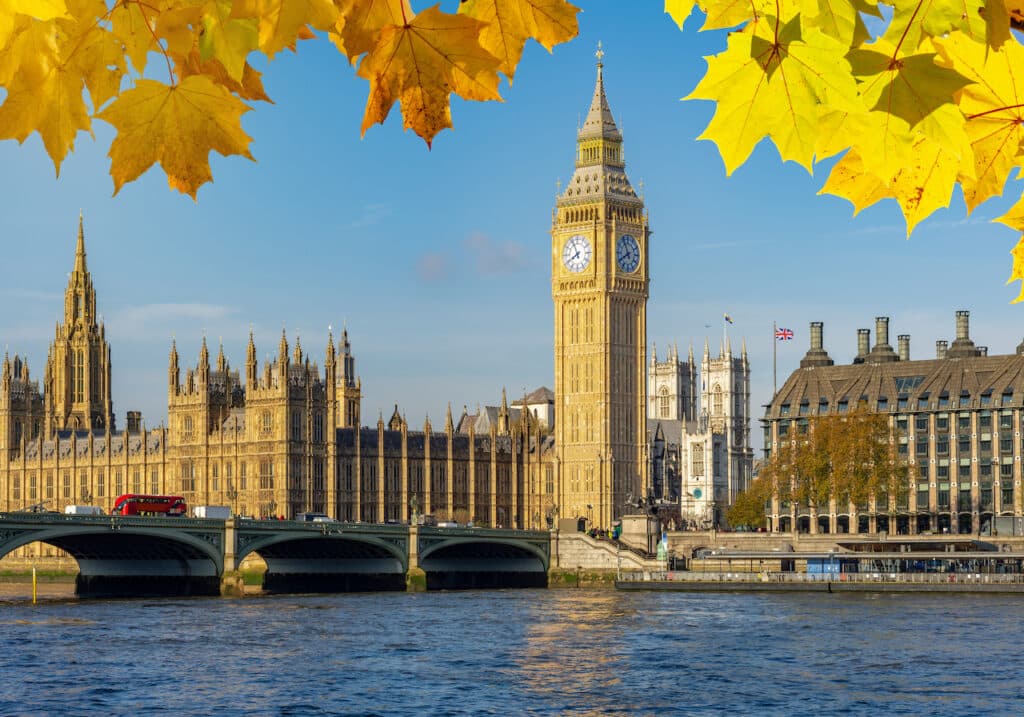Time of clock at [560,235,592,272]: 7:55
